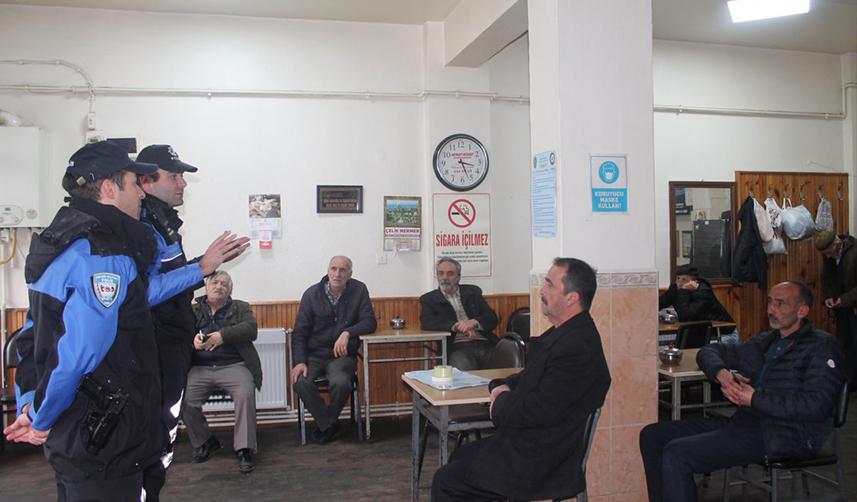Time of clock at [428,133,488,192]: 3:26
